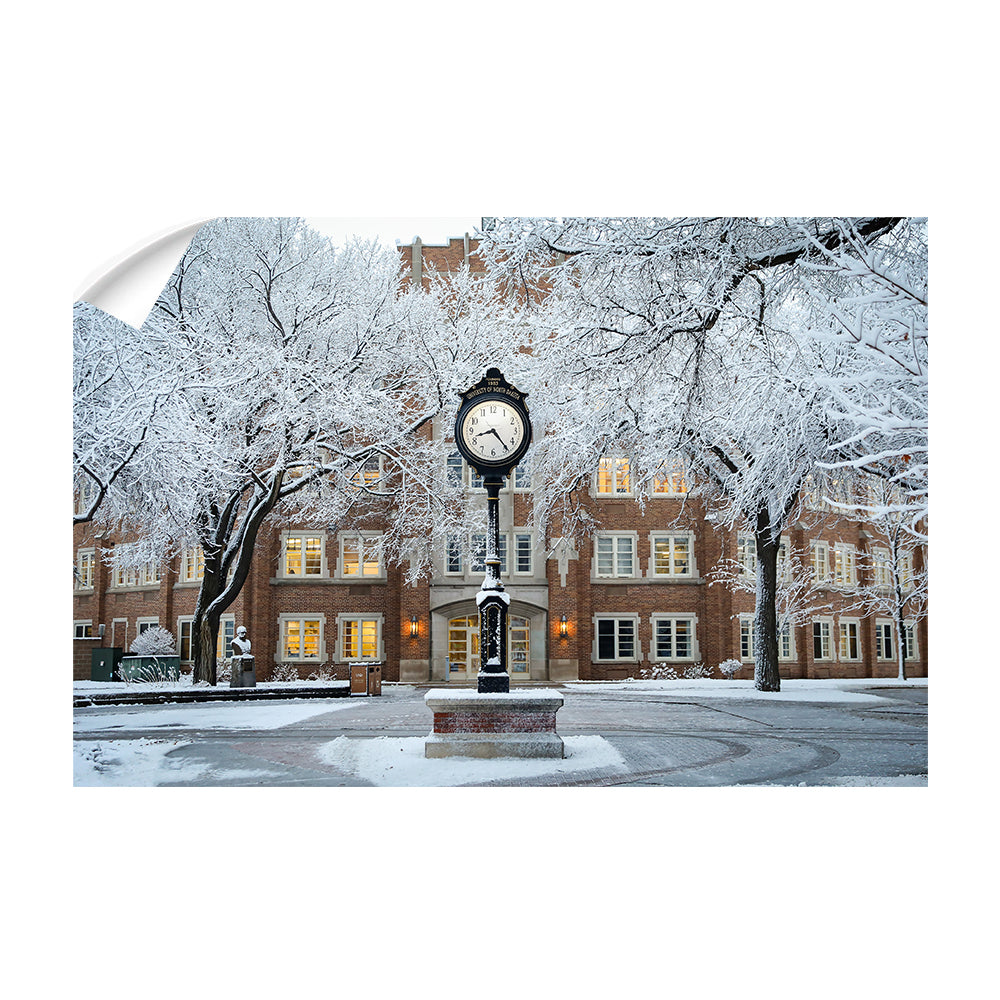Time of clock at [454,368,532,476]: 8:23
